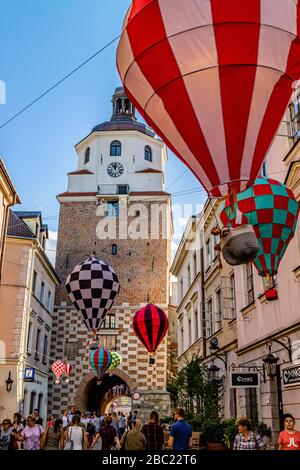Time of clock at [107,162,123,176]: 11:55
